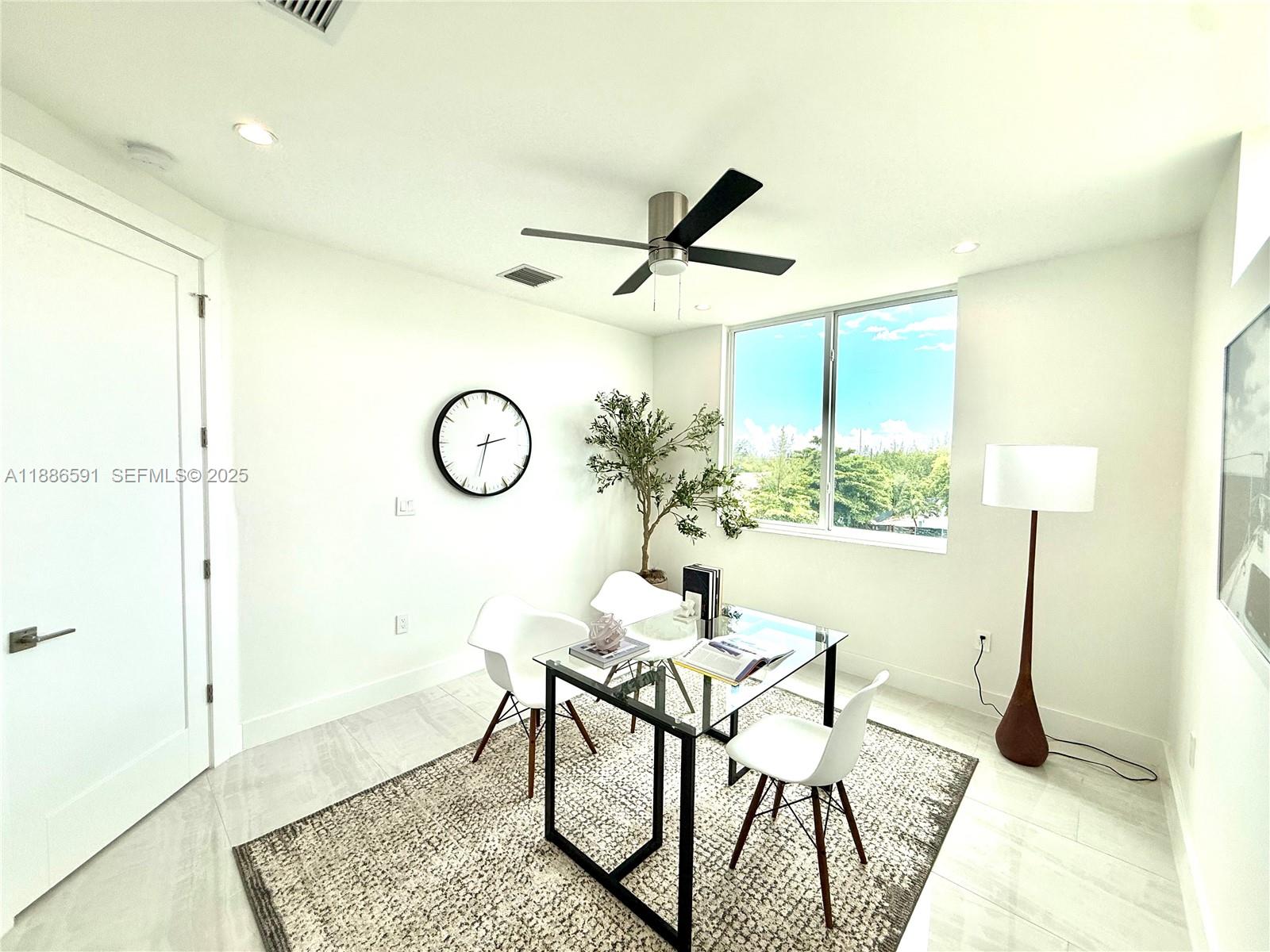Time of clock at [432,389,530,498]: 2:32
